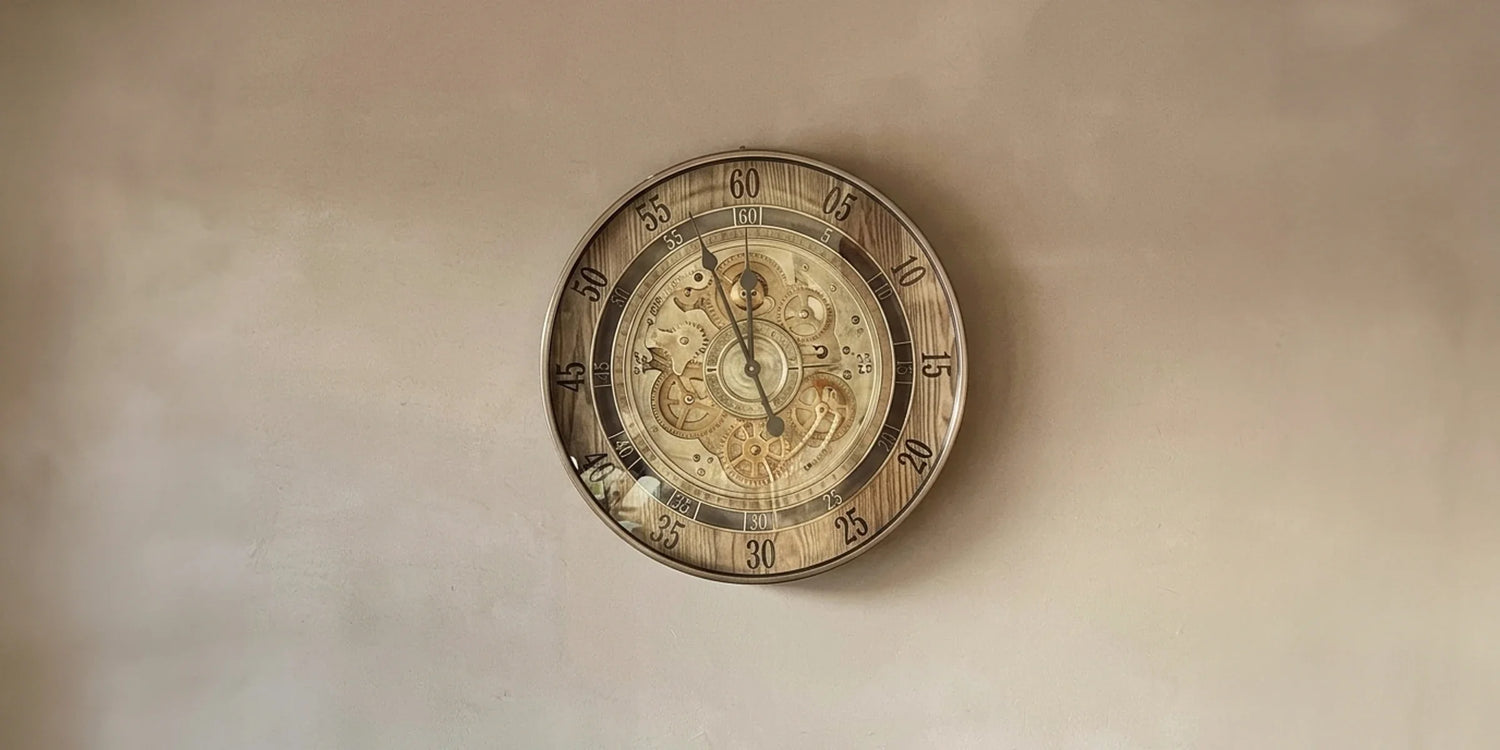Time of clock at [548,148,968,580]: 11:56
